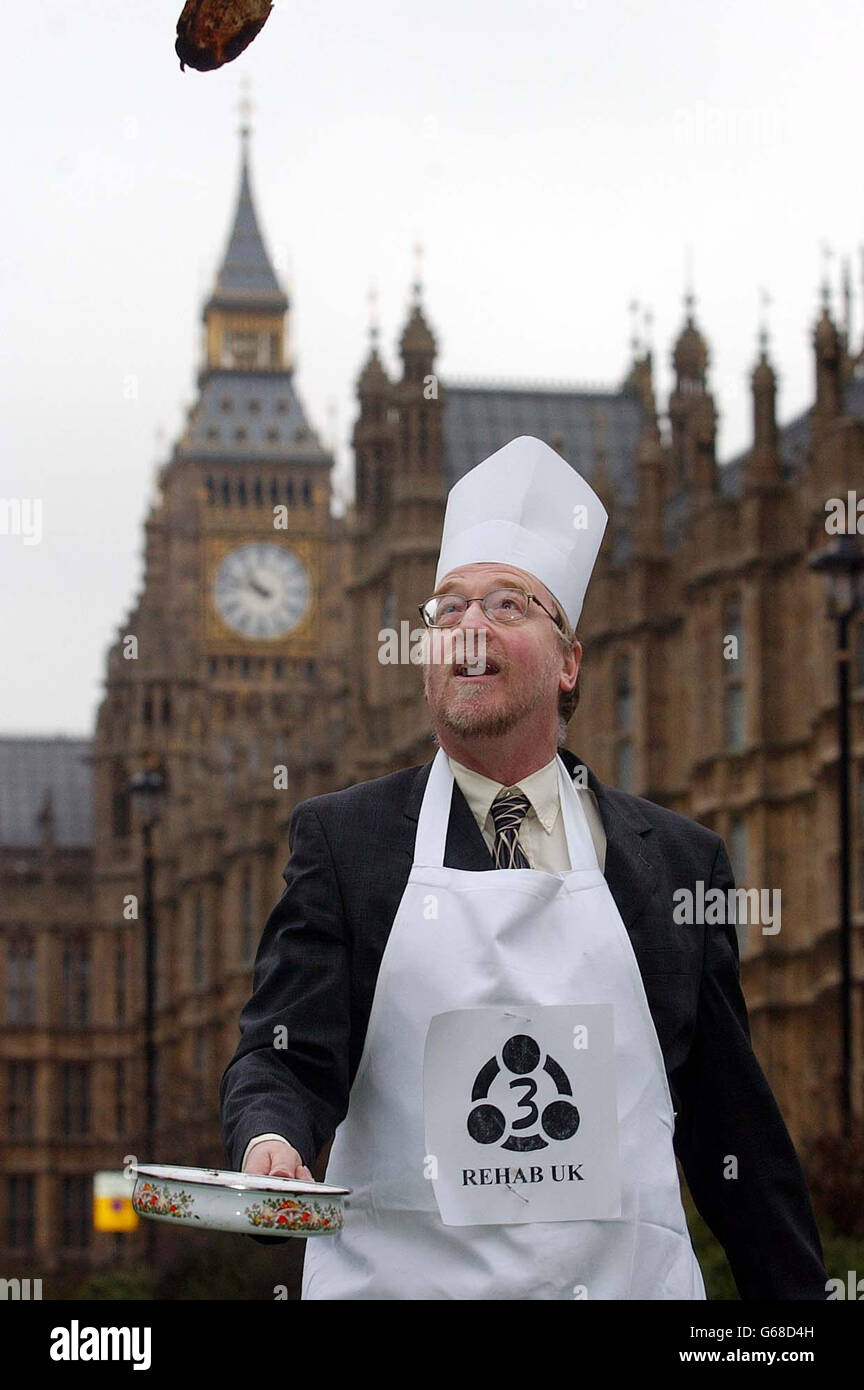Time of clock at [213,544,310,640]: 10:47
